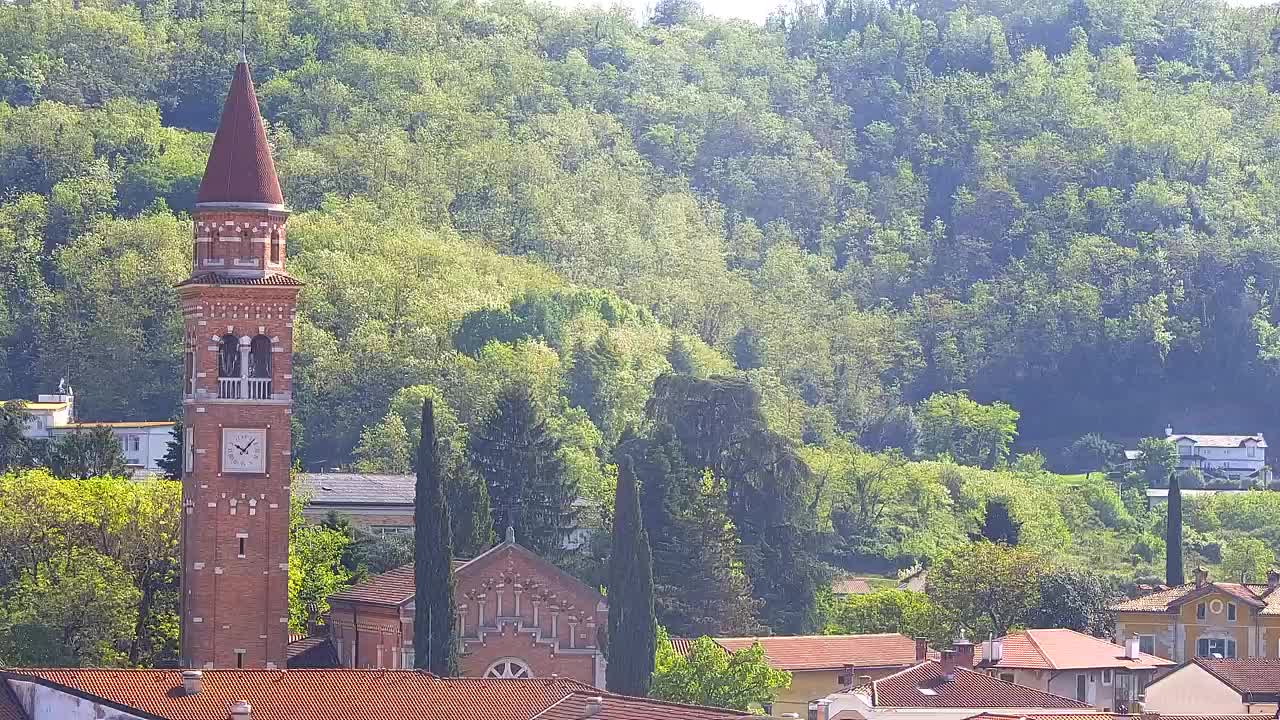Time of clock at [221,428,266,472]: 10:07
